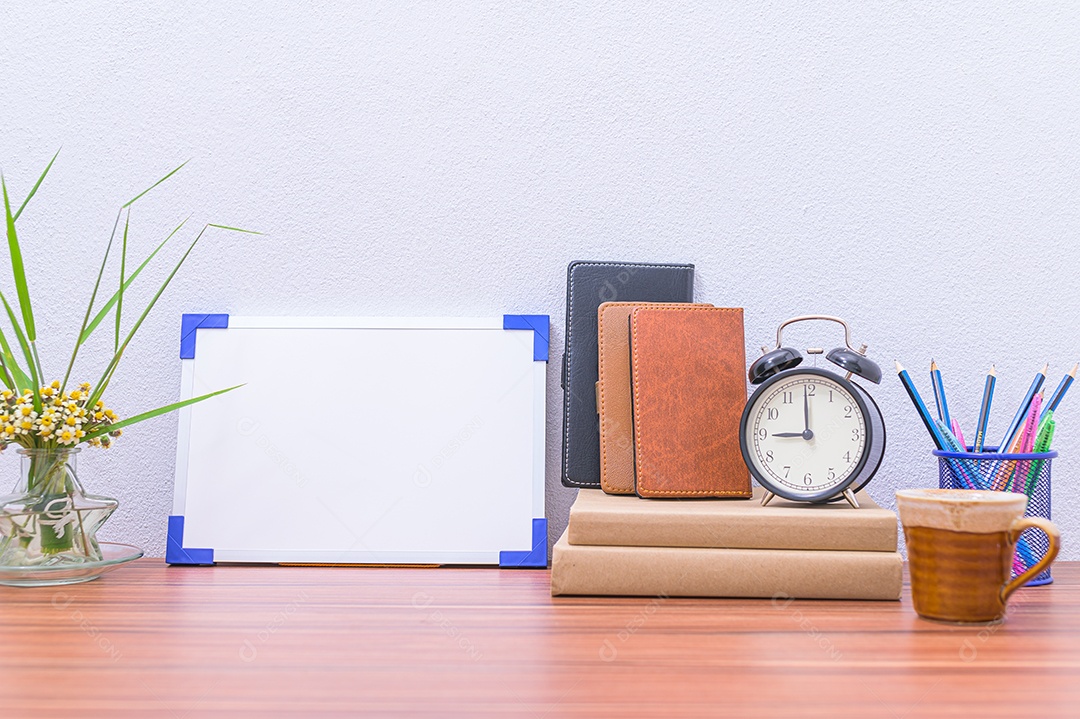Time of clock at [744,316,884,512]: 8:59
